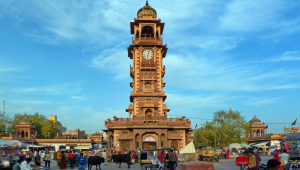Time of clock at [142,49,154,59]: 6:03
